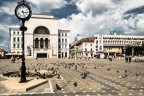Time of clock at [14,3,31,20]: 3:27
